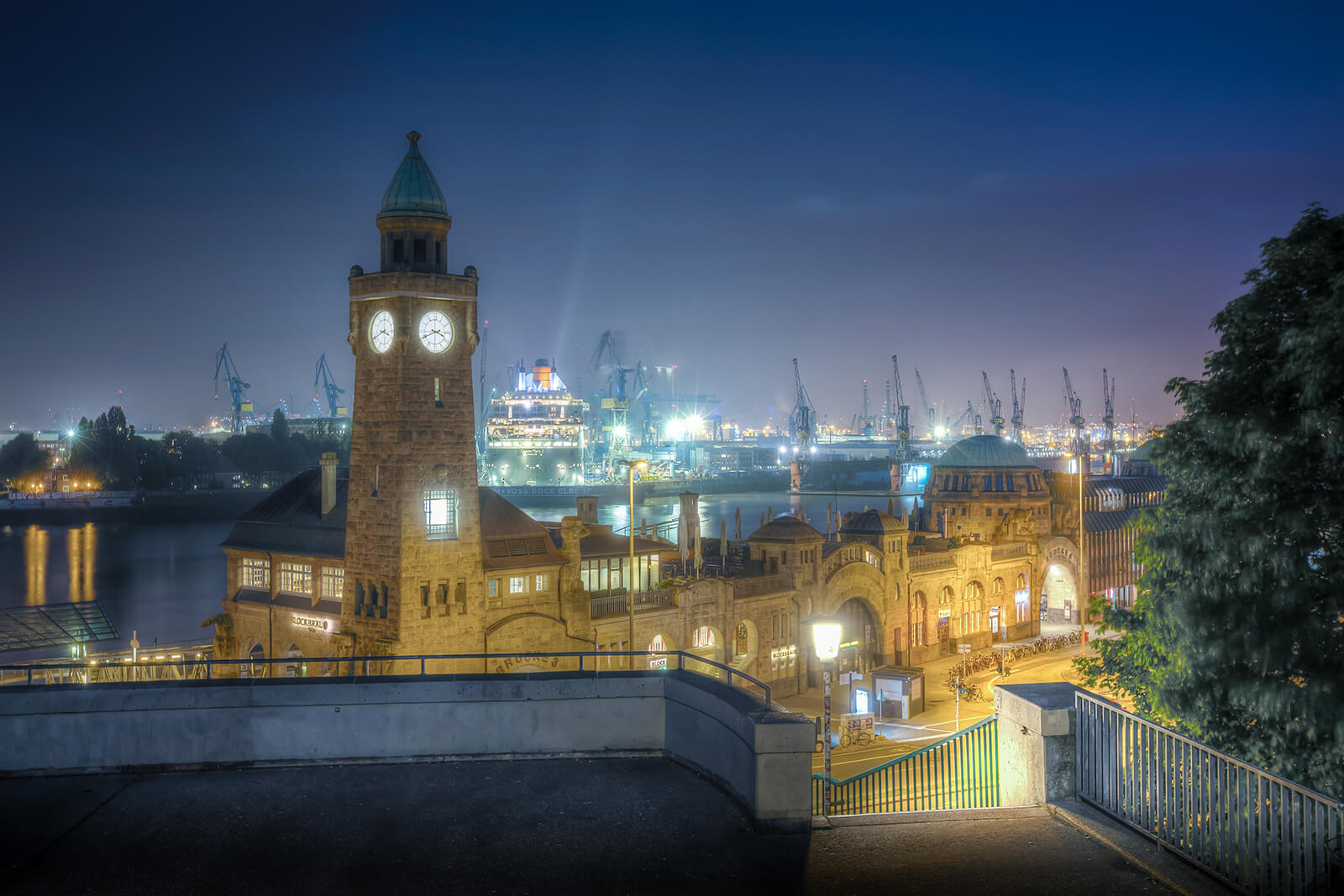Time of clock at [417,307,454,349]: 3:40
